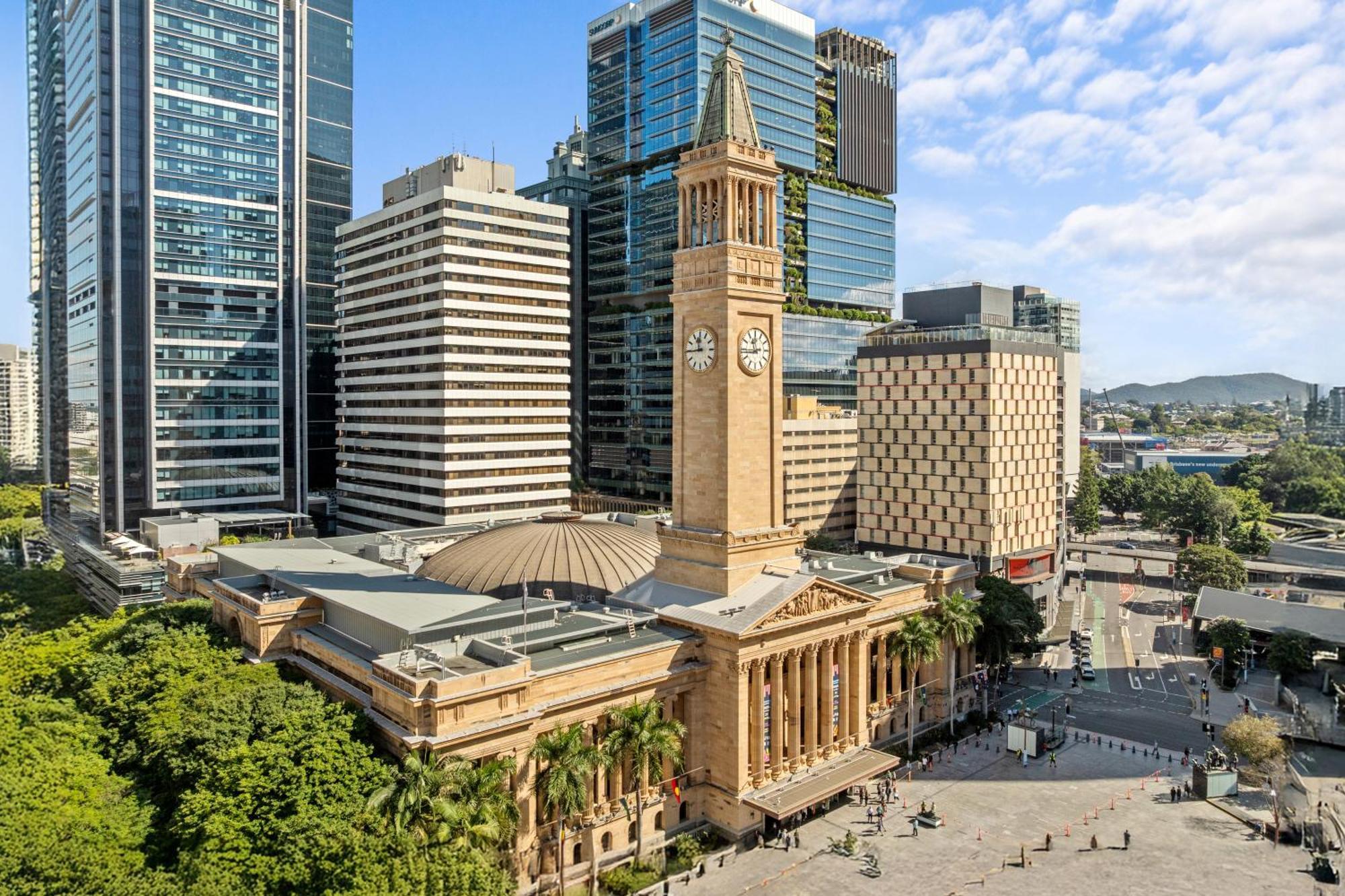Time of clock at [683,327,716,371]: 11:44
